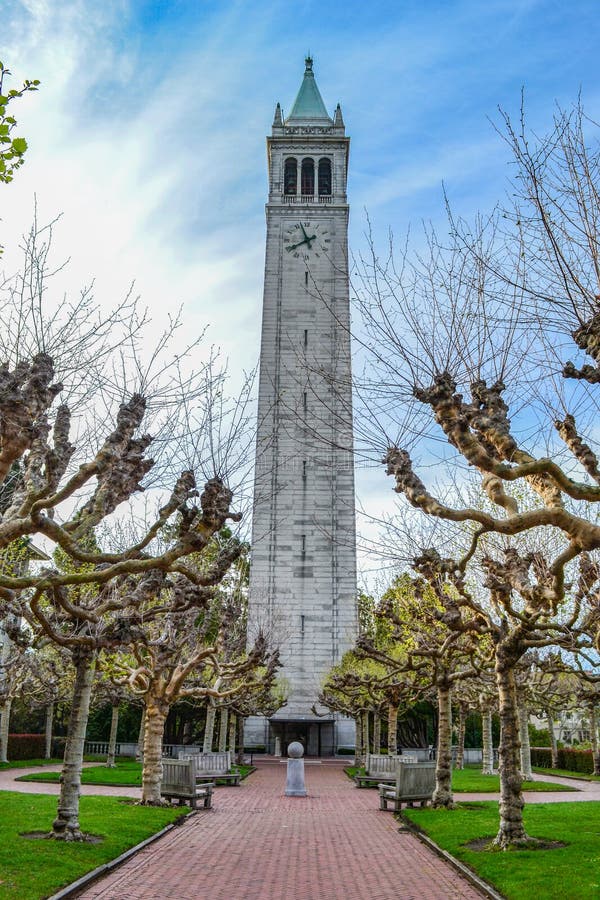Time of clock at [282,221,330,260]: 7:57
